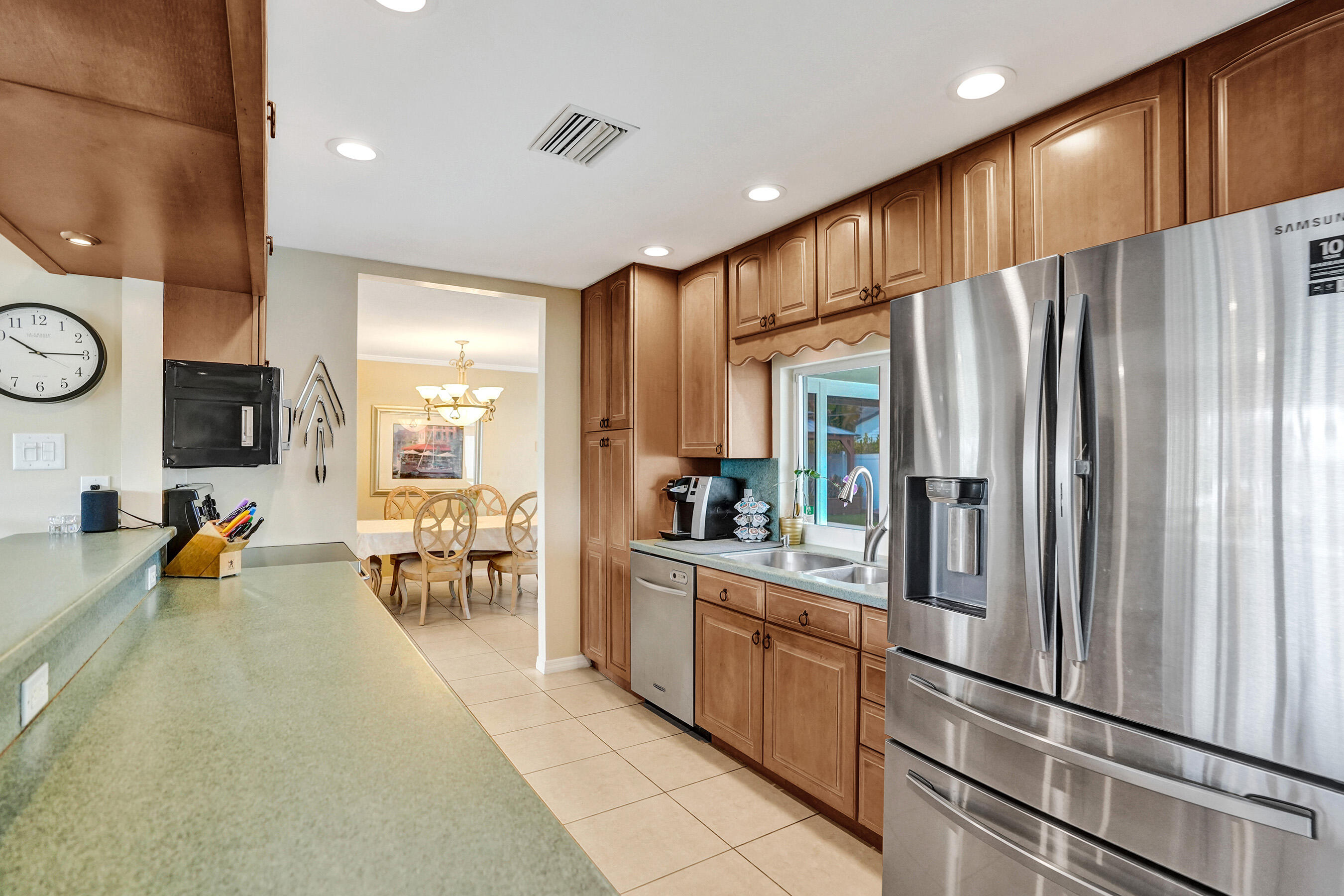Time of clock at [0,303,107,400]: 10:14
